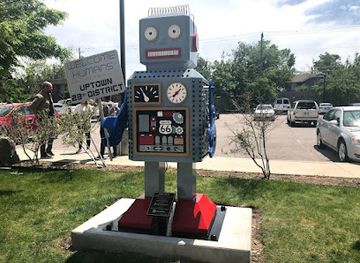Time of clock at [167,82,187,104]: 7:07
